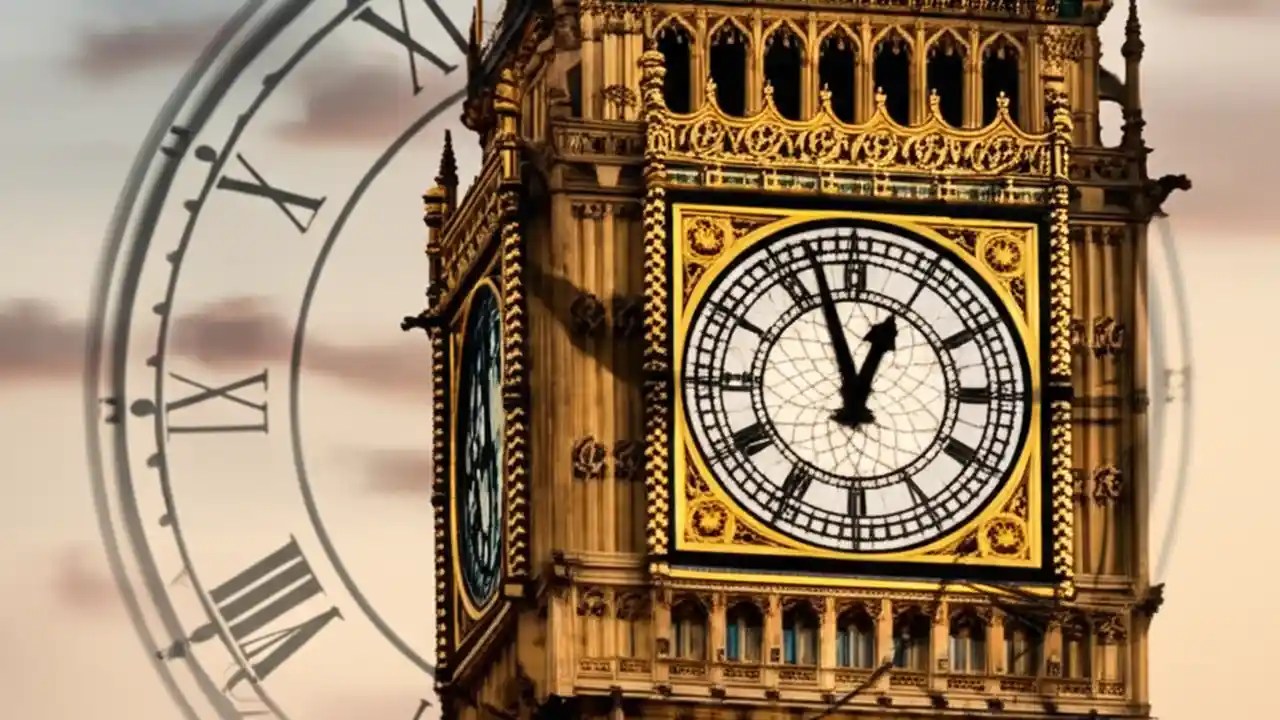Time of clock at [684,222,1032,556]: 12:57
